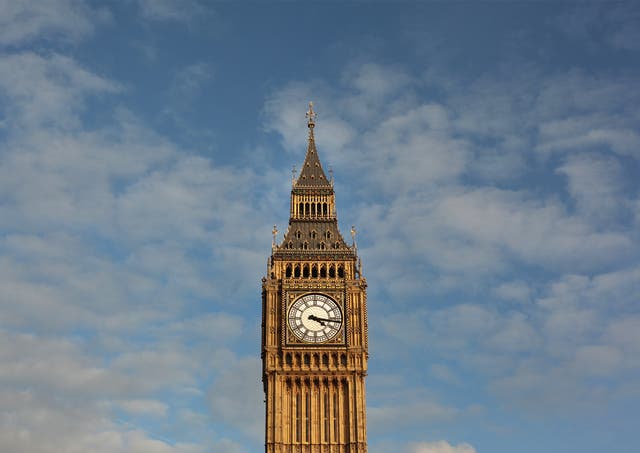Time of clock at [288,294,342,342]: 4:16
